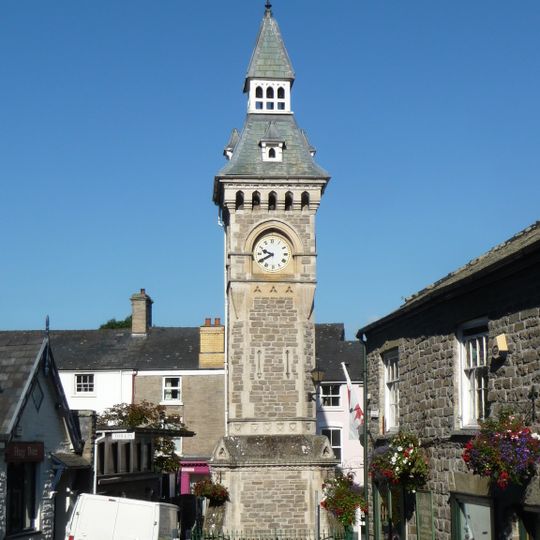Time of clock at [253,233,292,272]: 9:40
